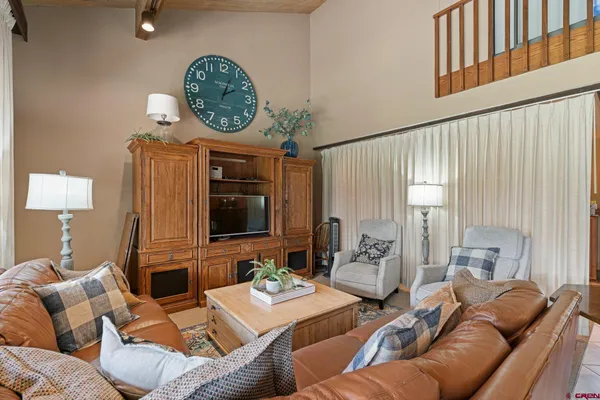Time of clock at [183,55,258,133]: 2:03
